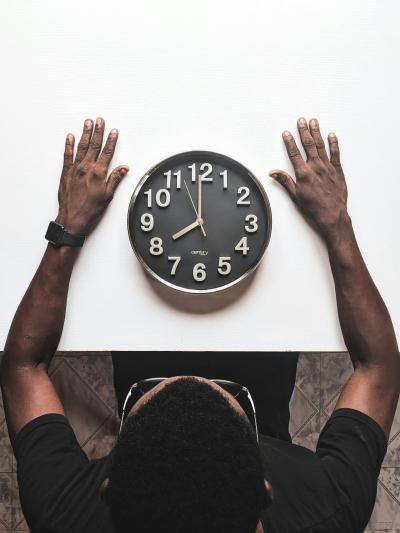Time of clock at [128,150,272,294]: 7:59
